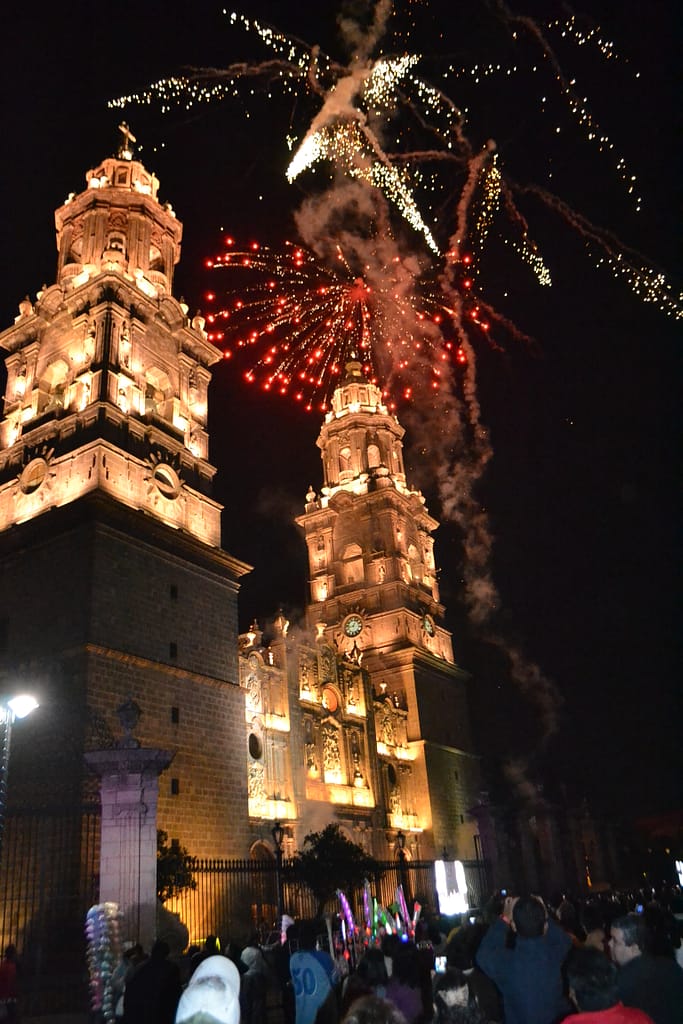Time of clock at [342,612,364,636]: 12:42
